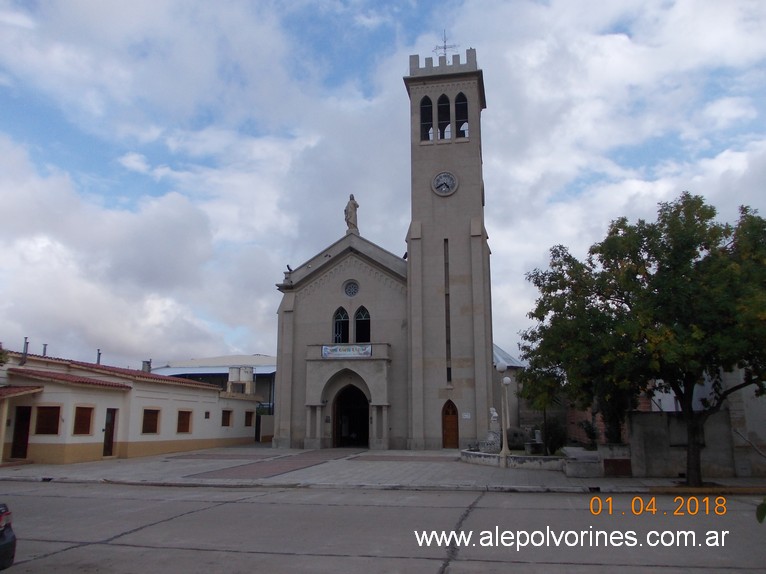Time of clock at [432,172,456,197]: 4:40
